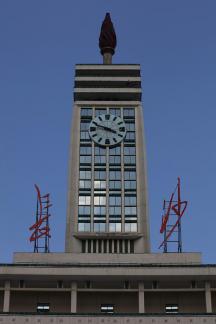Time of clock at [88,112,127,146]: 3:48
